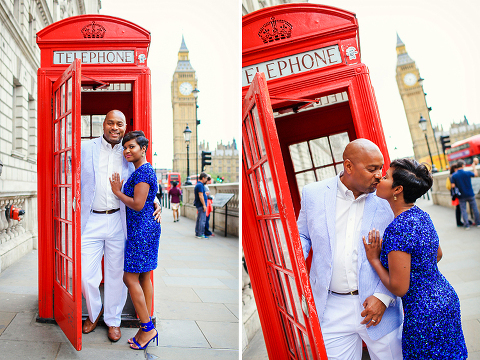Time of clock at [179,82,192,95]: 6:49
